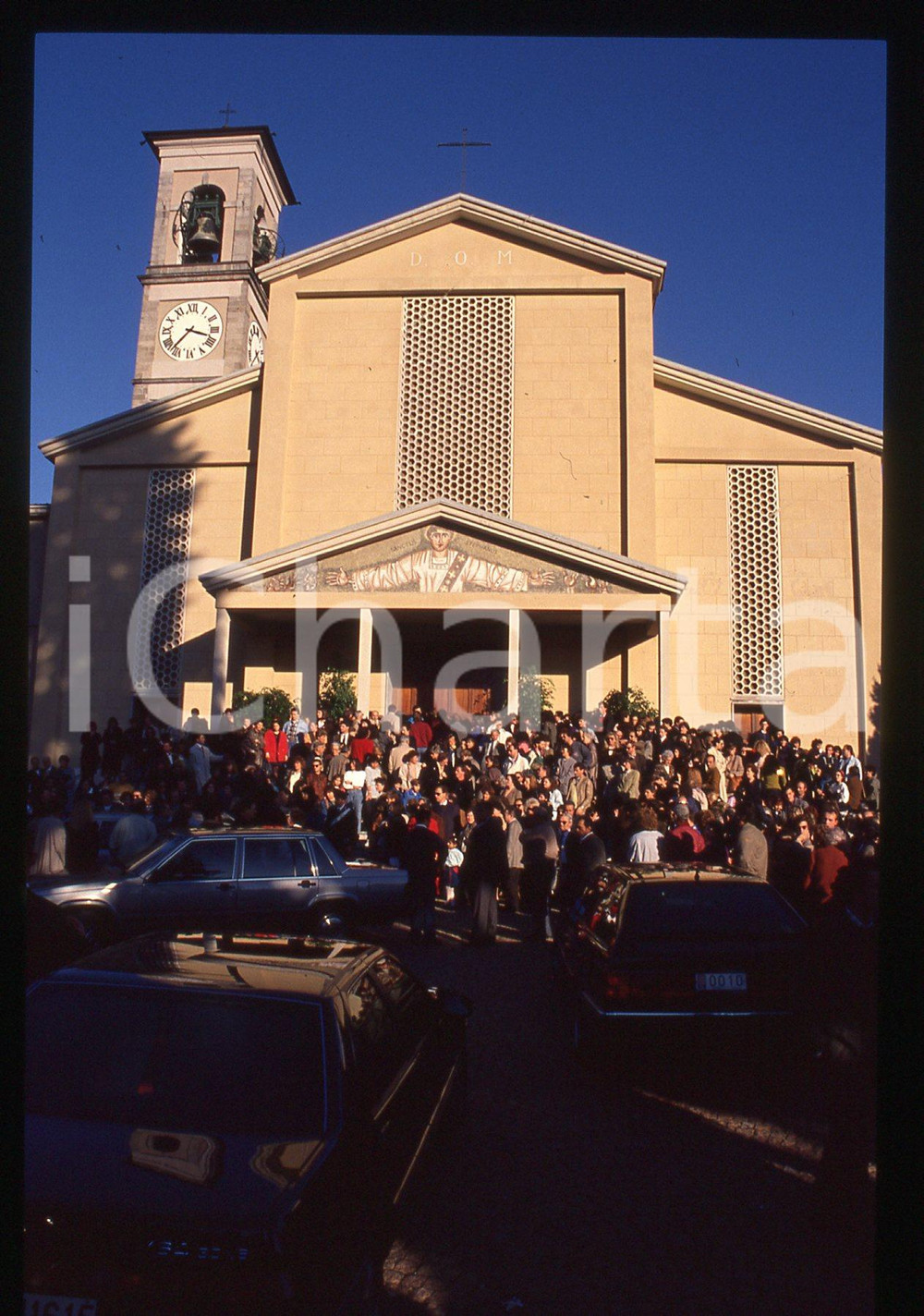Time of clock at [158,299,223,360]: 3:37
